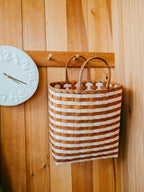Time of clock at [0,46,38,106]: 4:20
